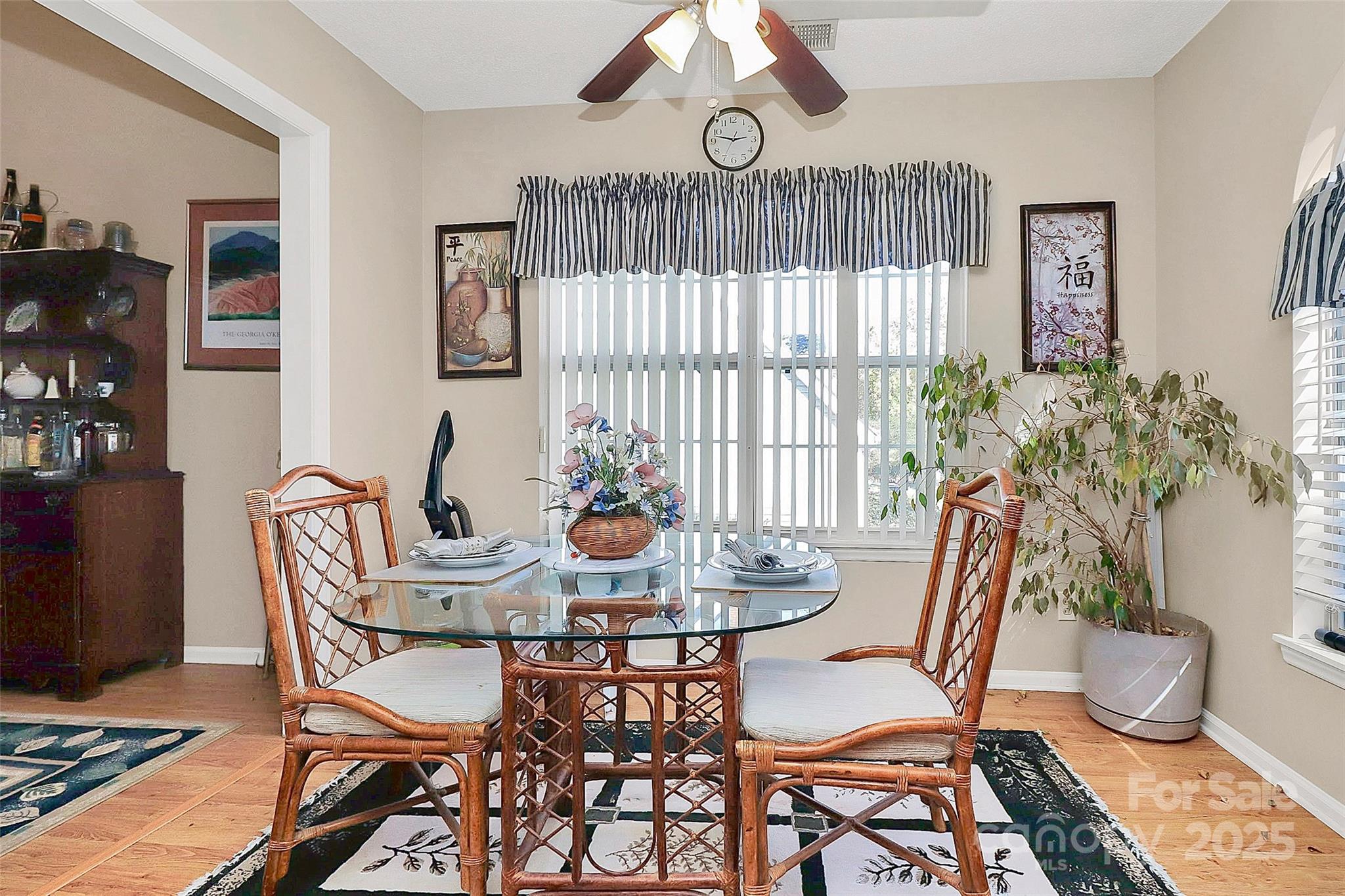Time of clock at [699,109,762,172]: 2:47
